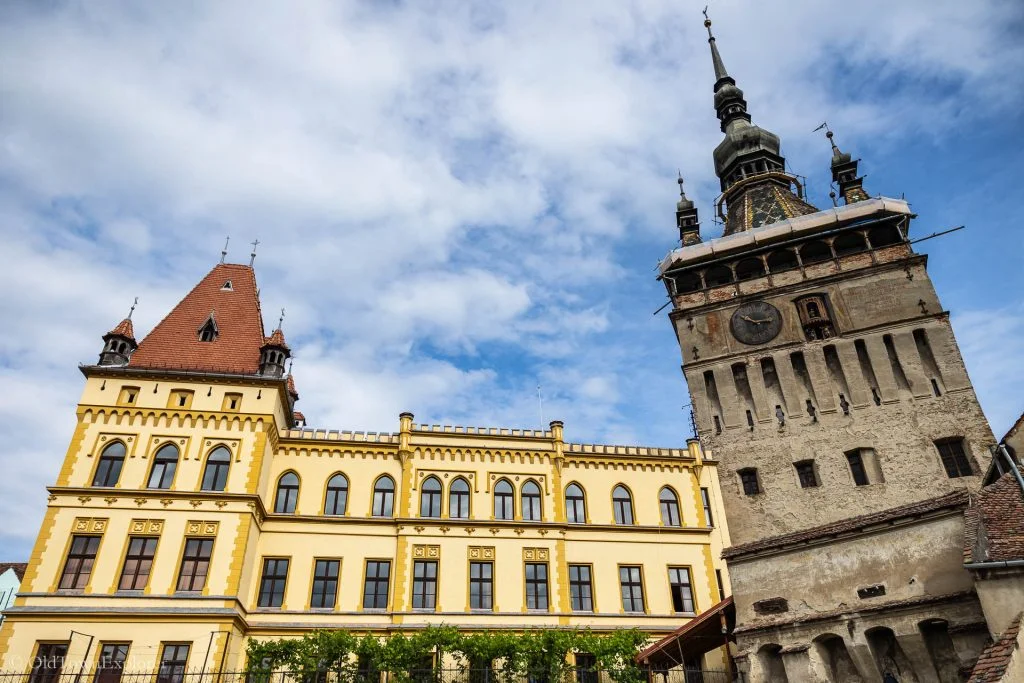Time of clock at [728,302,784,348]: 2:50
